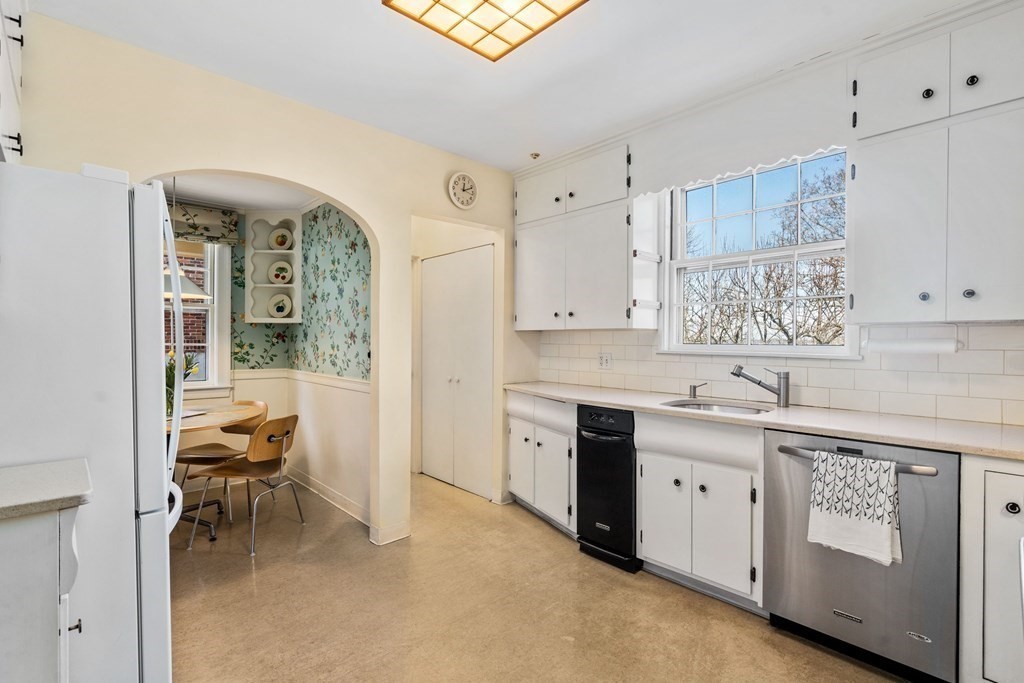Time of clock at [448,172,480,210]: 12:11
